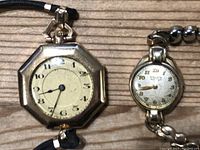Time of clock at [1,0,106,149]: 8:34
